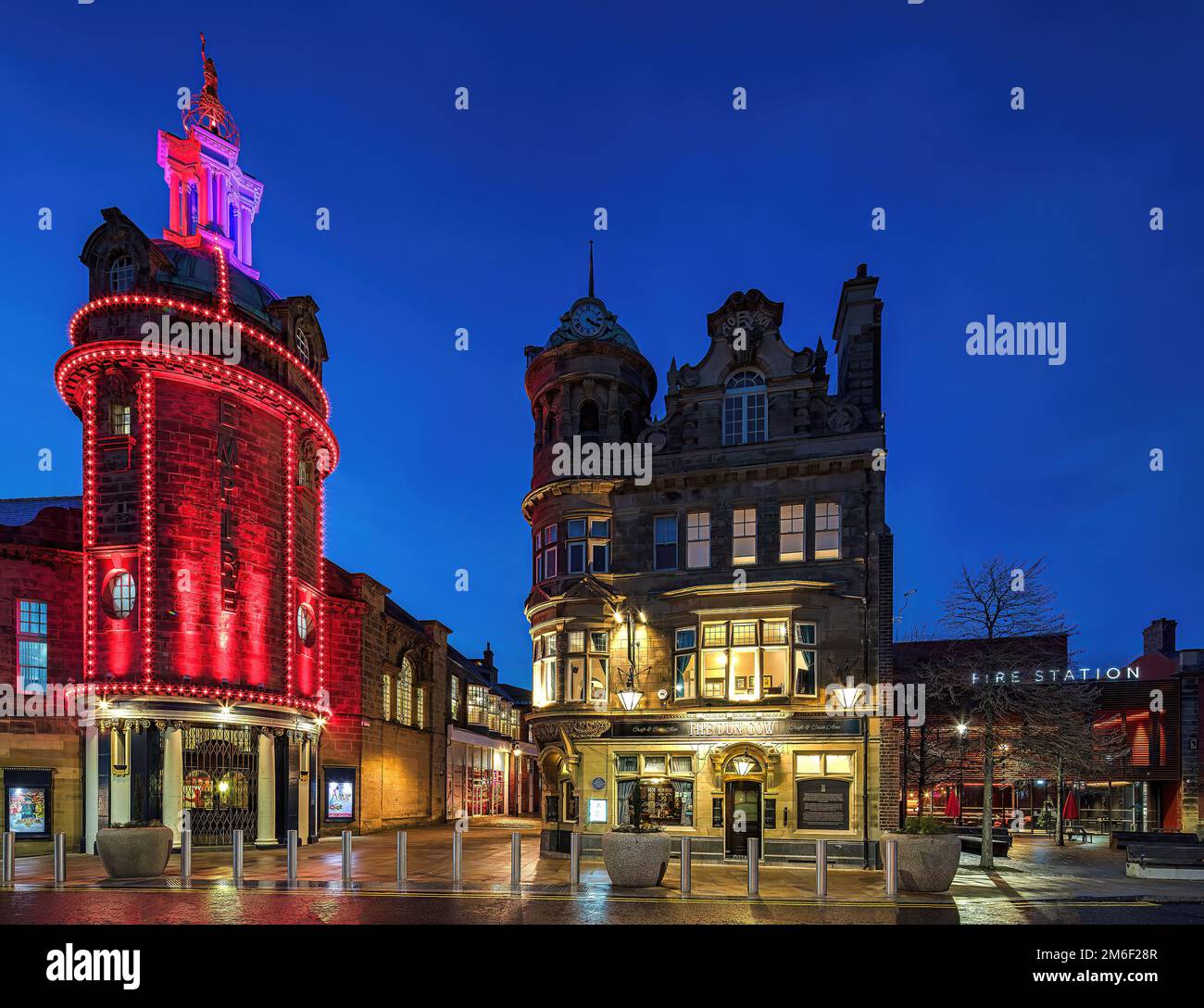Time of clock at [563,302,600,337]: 4:20
